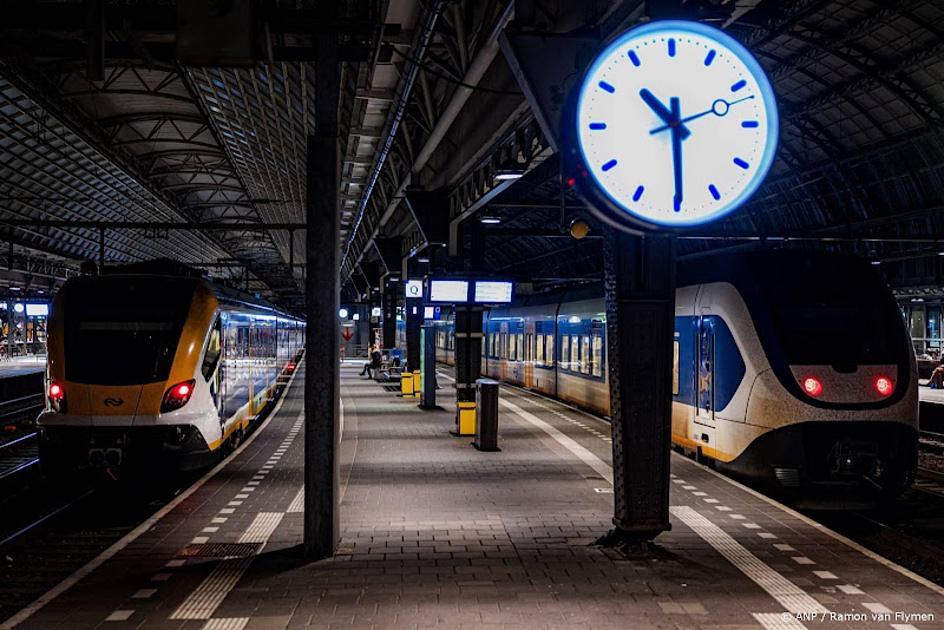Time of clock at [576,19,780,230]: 10:29
